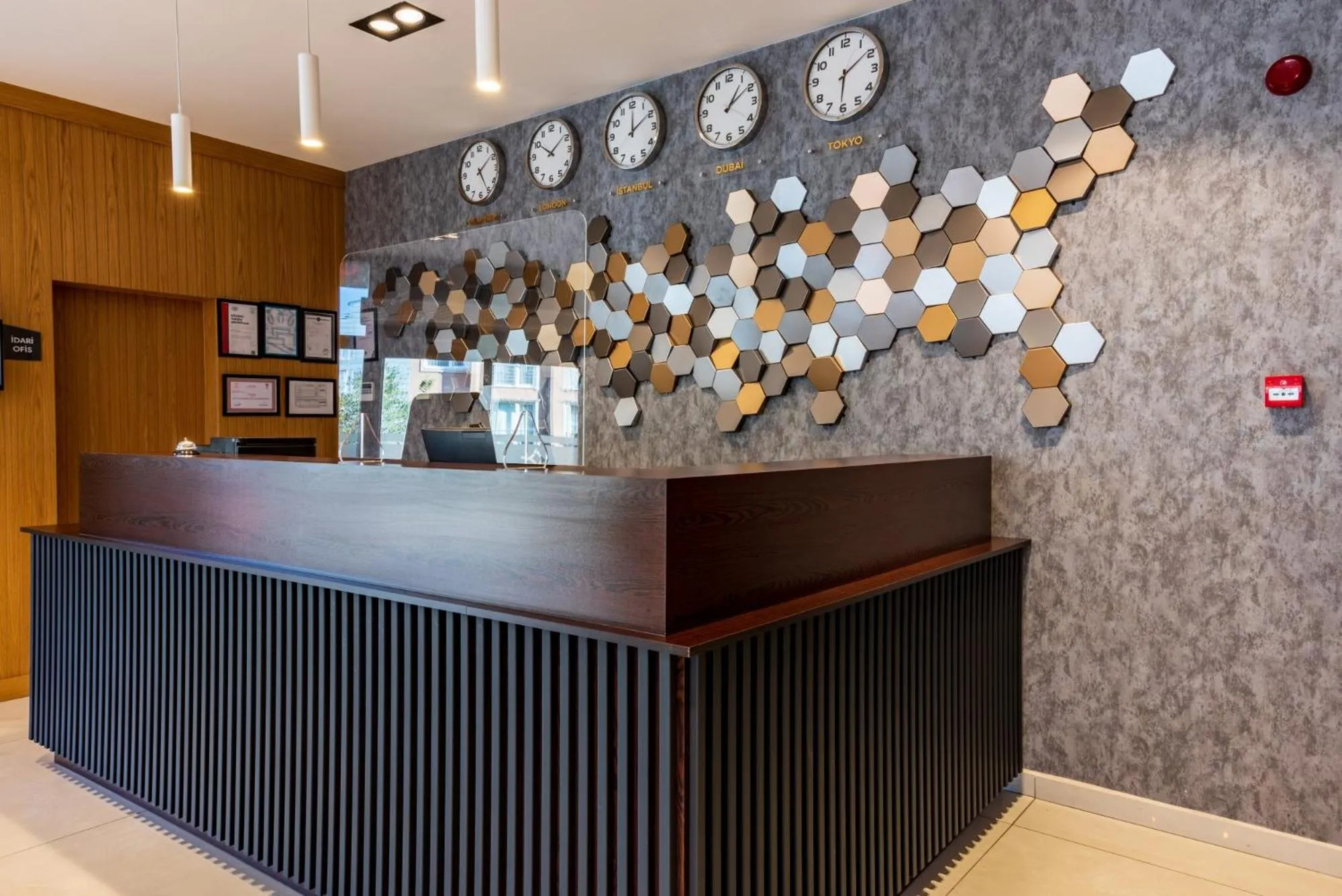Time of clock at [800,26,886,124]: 6:09
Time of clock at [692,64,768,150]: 1:09
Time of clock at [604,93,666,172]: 12:09
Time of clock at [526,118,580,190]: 10:08
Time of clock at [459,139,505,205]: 5:08
